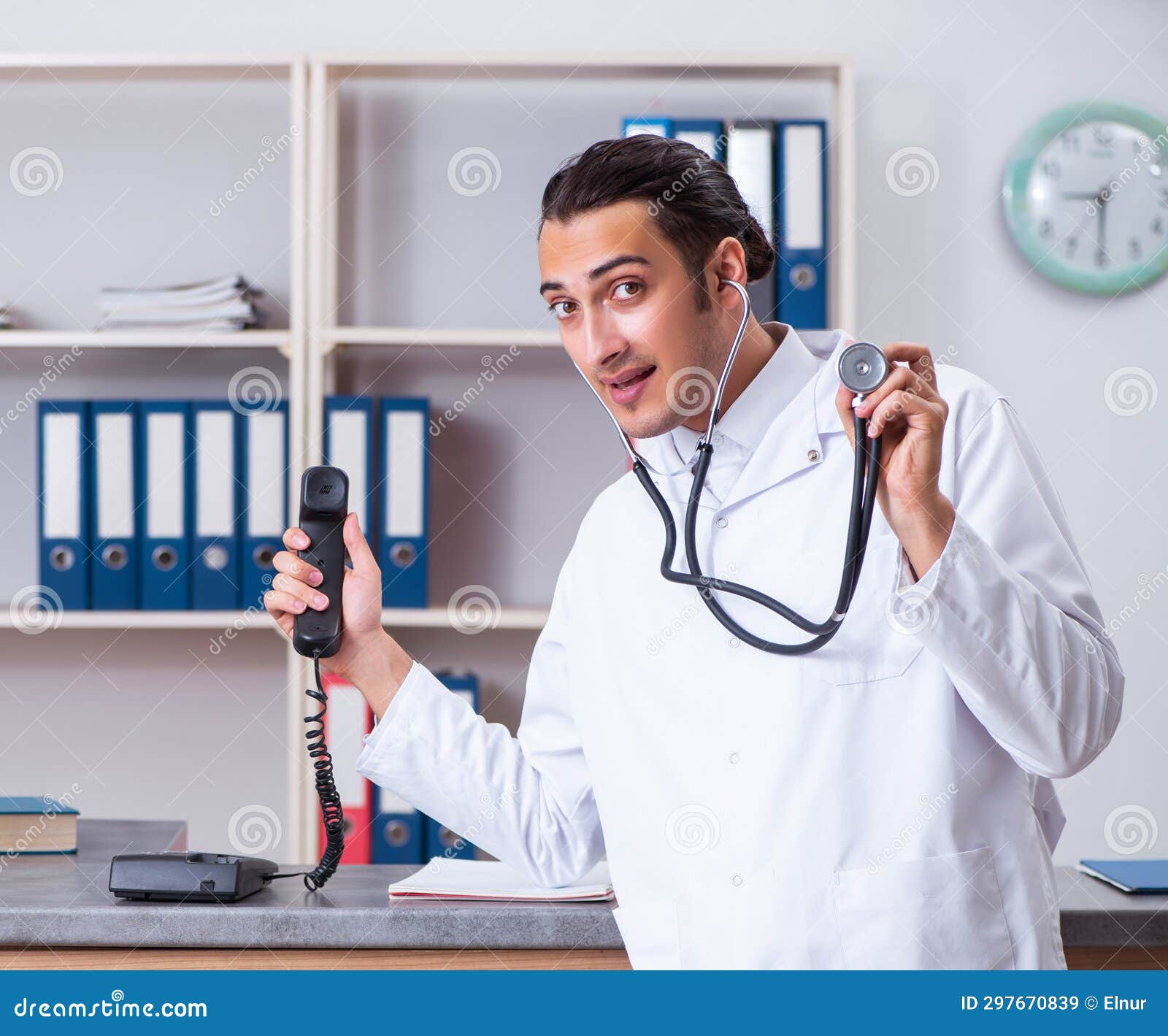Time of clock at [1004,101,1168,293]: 9:07
